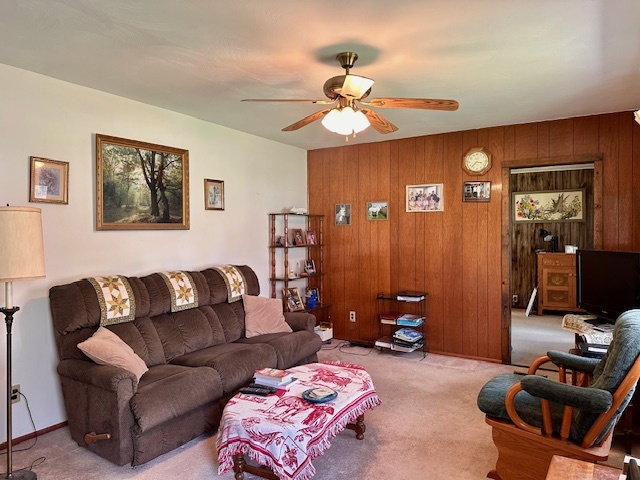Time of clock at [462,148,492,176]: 3:37
